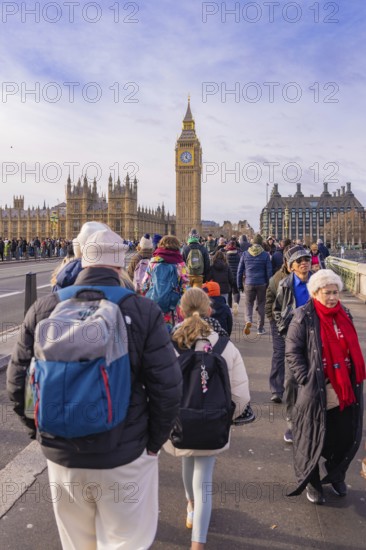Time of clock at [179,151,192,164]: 12:22
